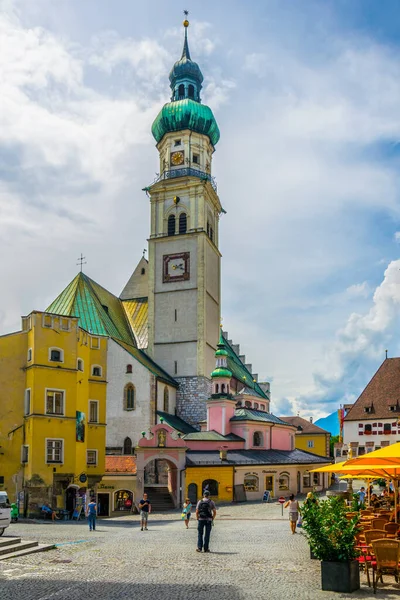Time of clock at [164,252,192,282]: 2:18
